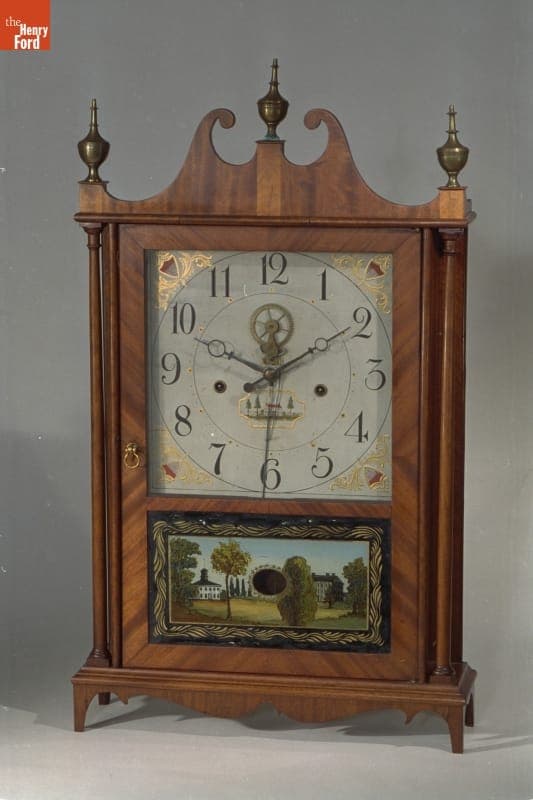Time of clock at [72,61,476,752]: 12:10
